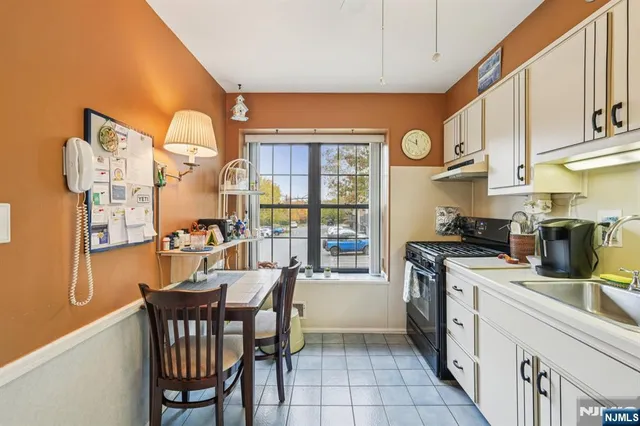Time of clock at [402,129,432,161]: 11:49
